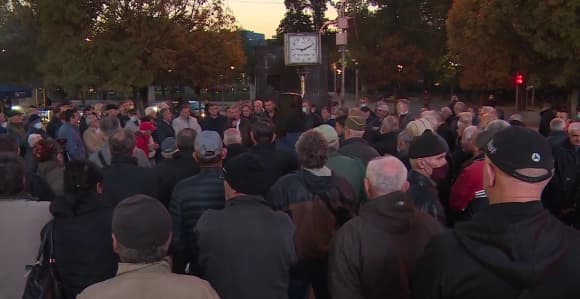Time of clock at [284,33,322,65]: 9:10
